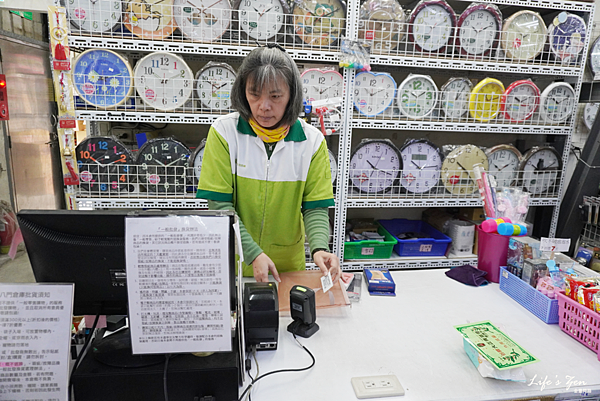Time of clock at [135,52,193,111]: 10:10
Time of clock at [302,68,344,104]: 10:09
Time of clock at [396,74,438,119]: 10:11
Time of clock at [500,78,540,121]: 10:11
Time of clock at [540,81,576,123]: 10:11
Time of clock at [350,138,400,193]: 10:17
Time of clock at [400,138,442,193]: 10:14
